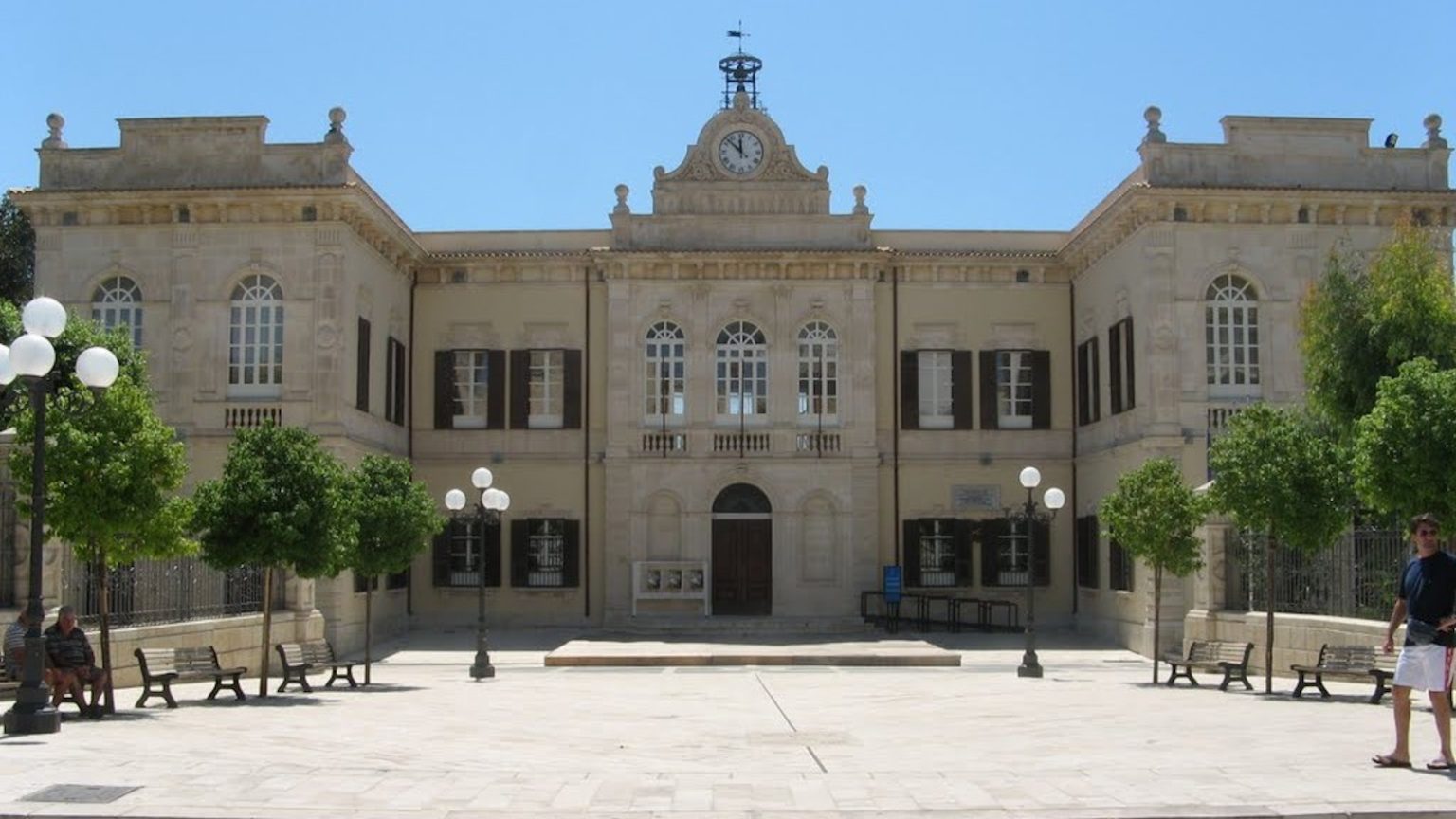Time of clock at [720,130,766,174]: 11:52
